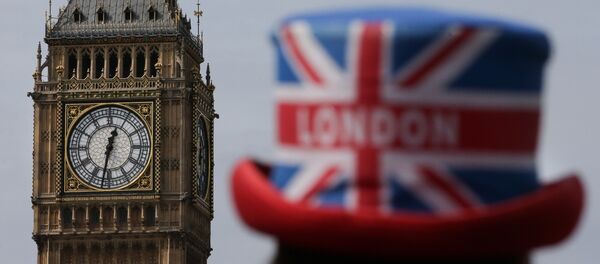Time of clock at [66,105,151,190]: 12:32
